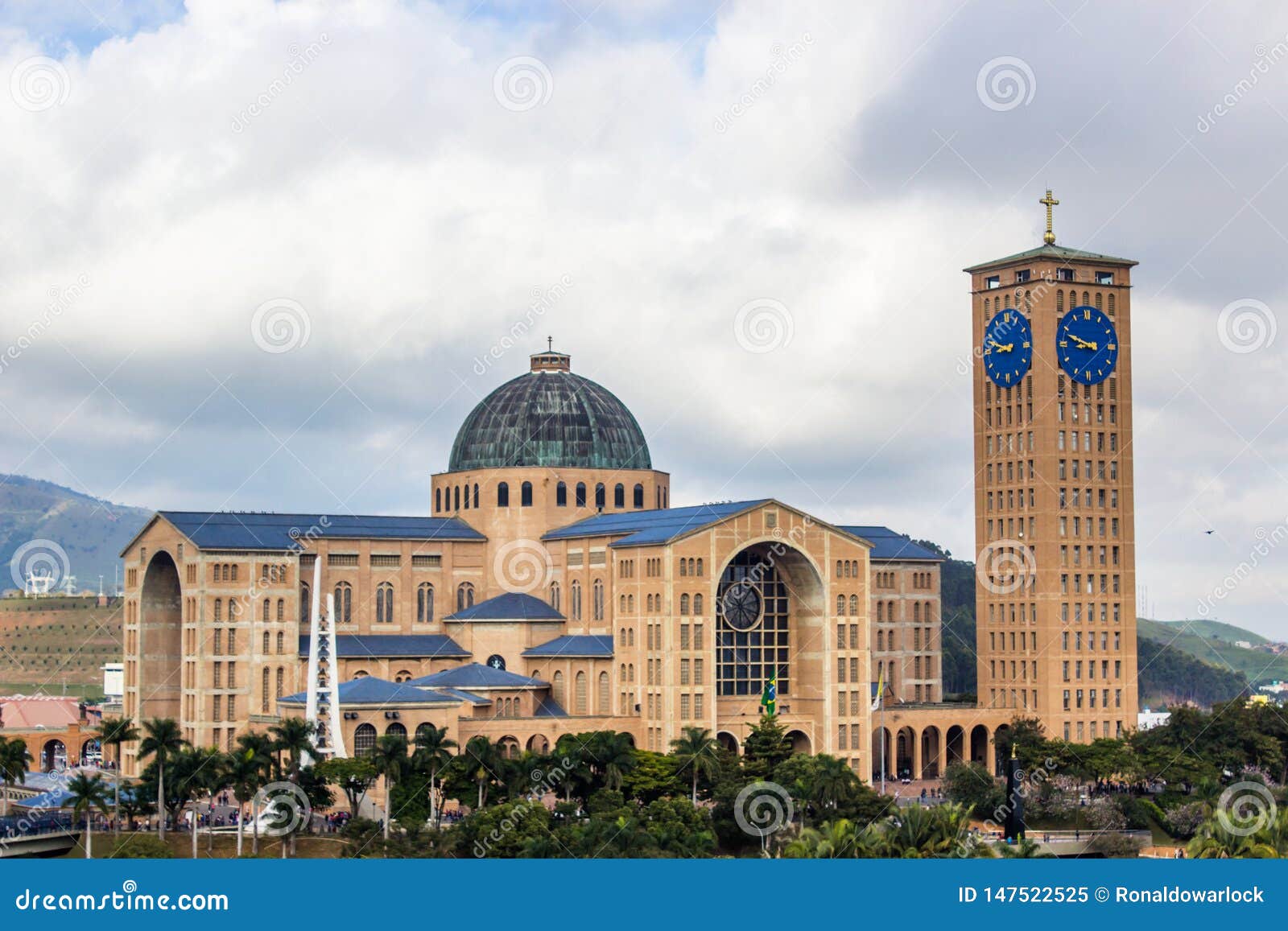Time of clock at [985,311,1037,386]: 8:47
